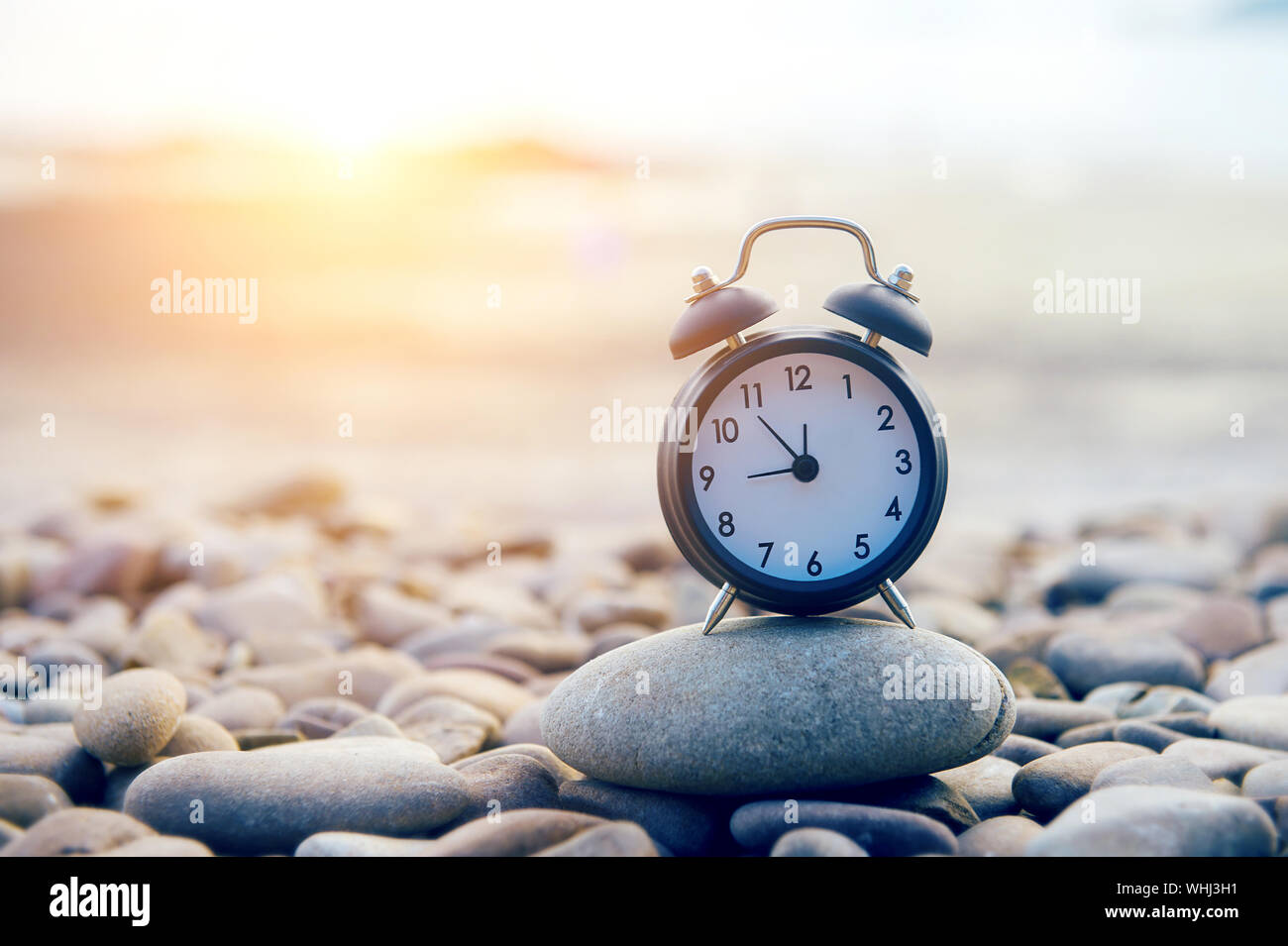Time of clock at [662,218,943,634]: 8:53
